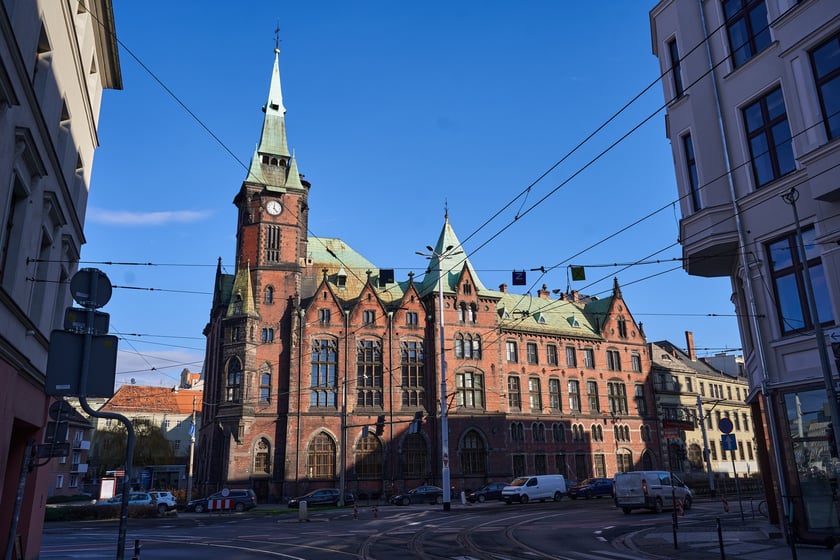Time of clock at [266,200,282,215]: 12:23
